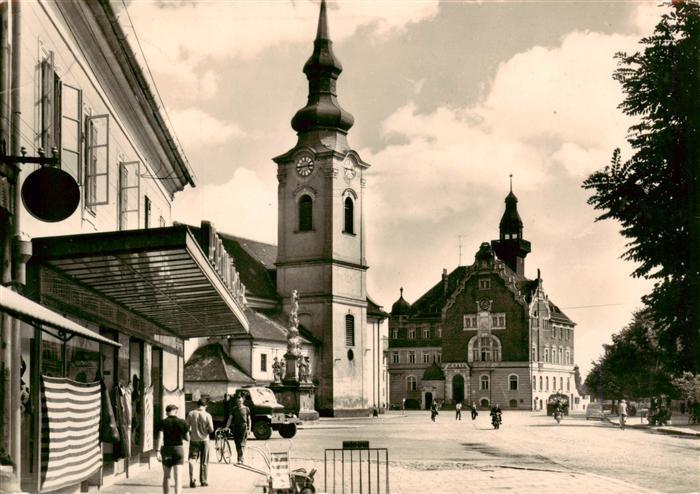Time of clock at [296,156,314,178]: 2:43
